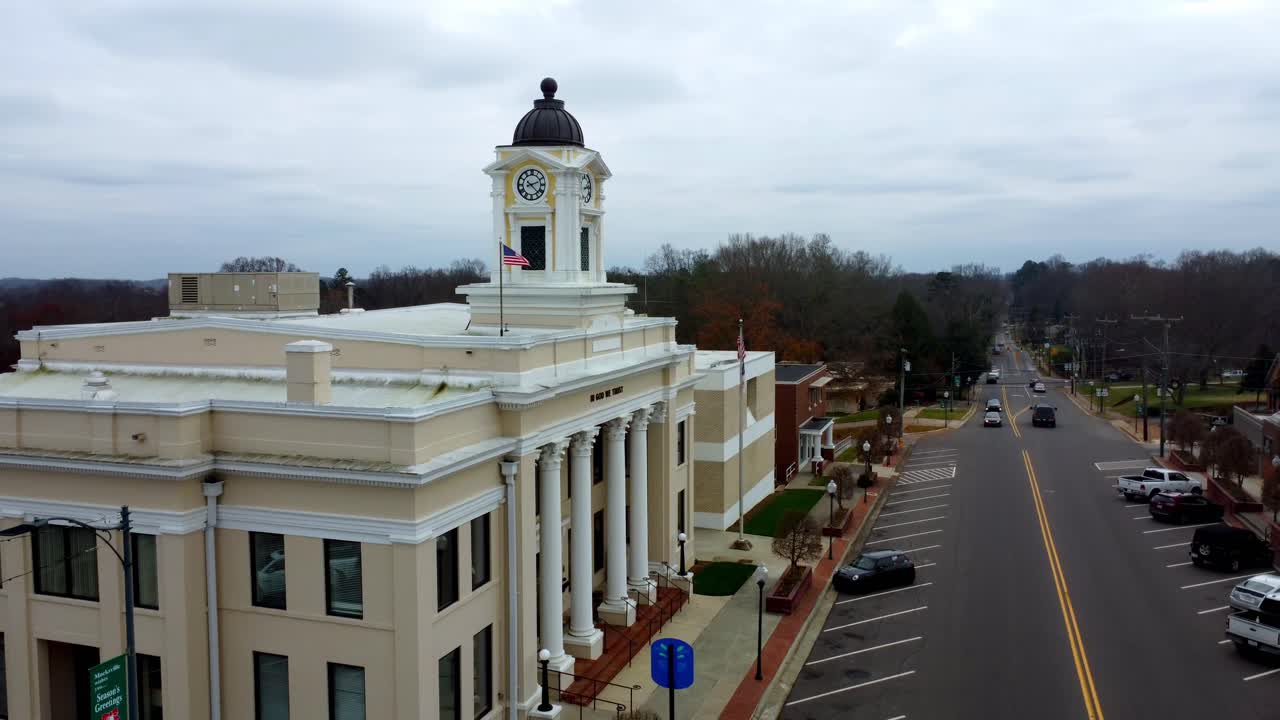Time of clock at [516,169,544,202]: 2:22
